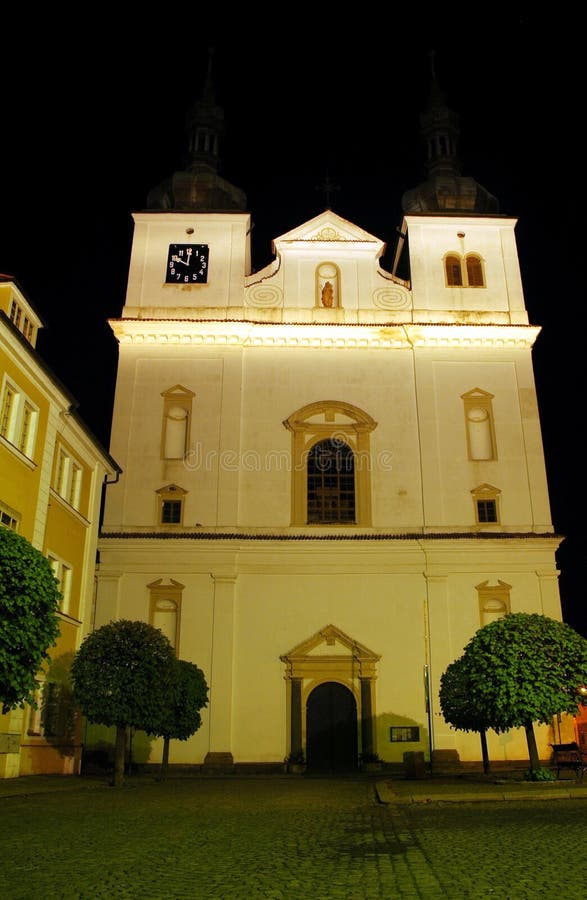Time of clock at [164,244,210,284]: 10:00
